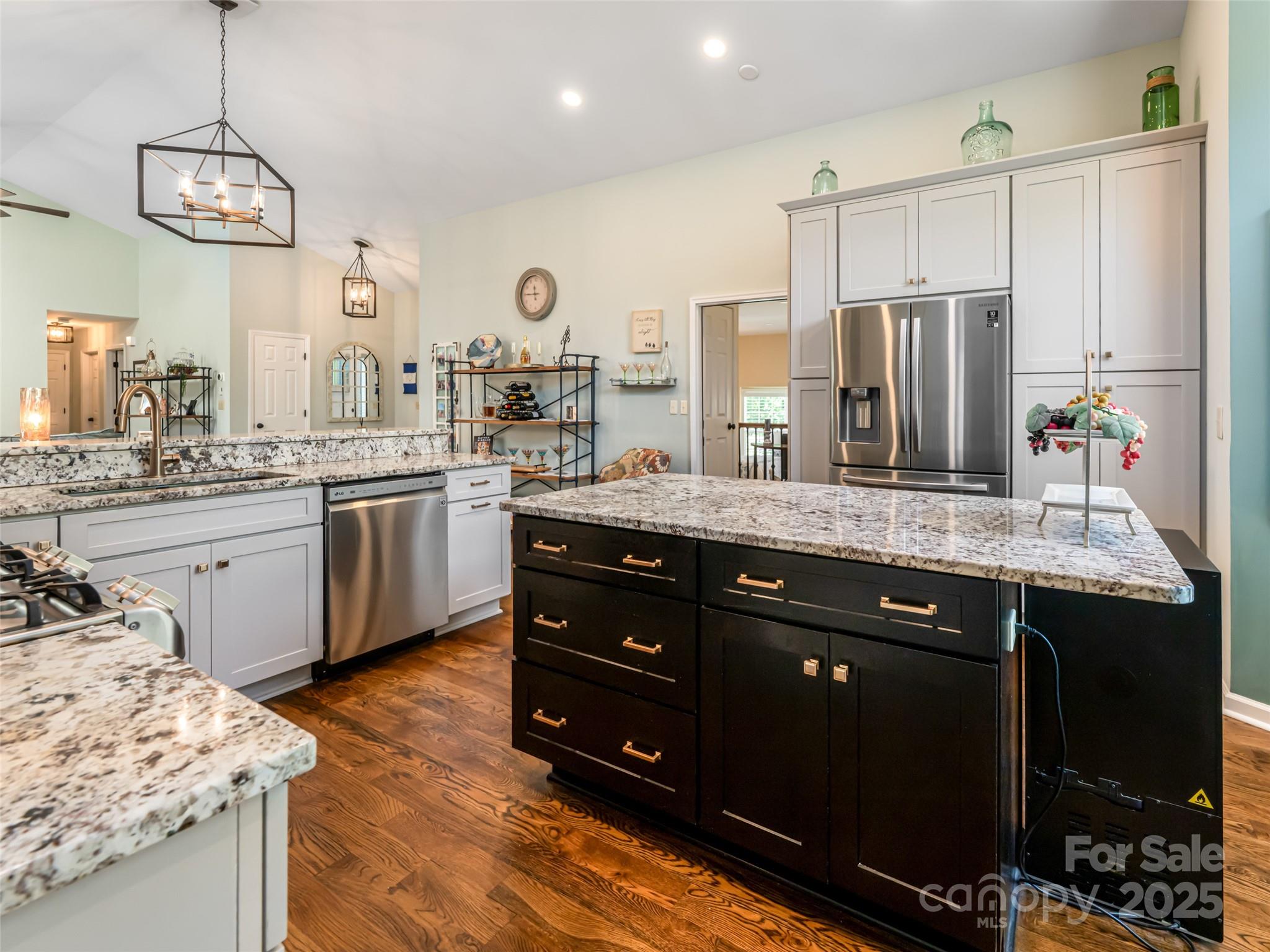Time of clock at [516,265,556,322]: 11:45
